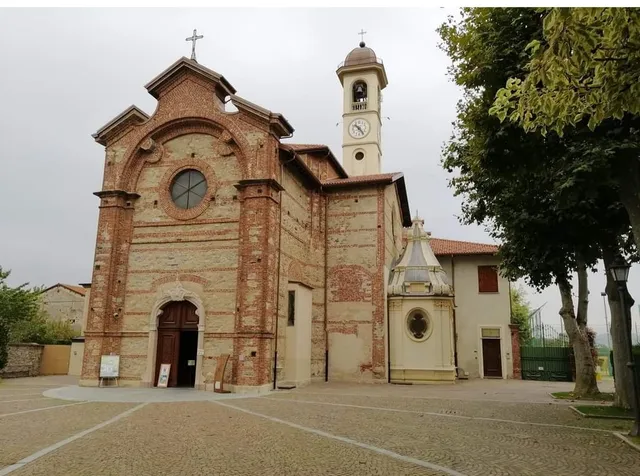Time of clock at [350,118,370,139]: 10:24
